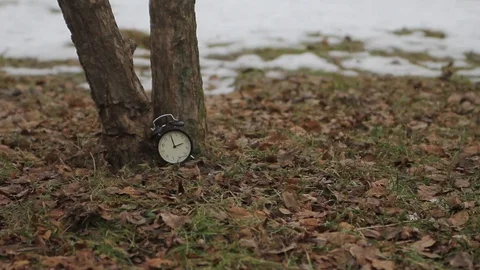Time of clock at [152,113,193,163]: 1:56
